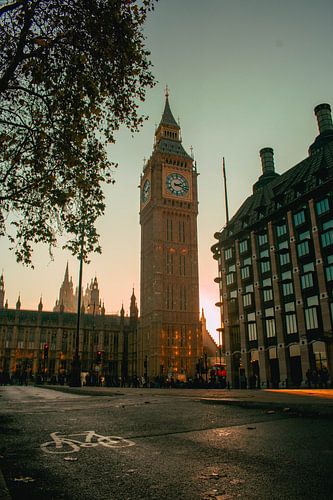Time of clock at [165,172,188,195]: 2:18
